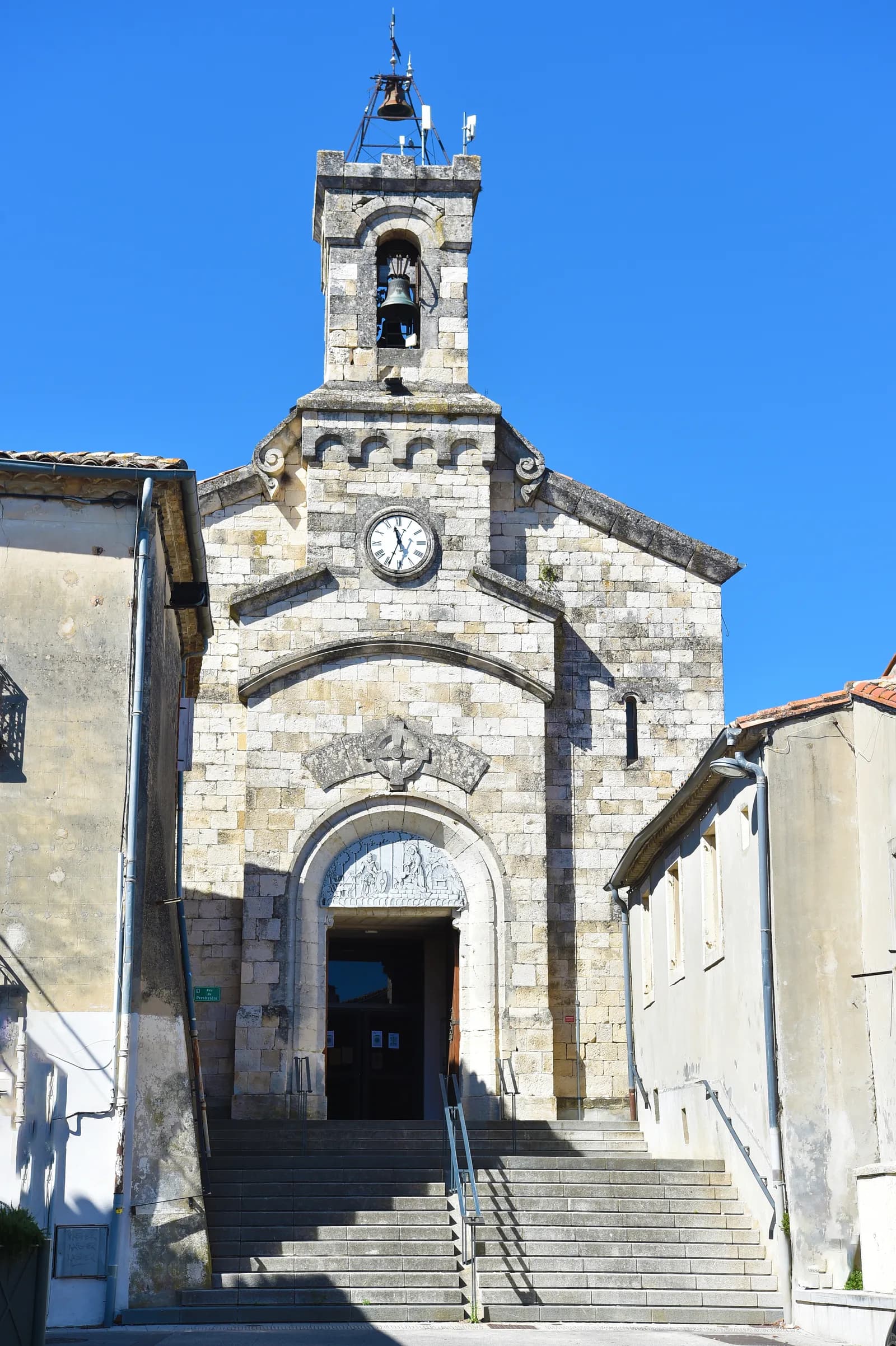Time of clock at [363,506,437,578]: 11:34
